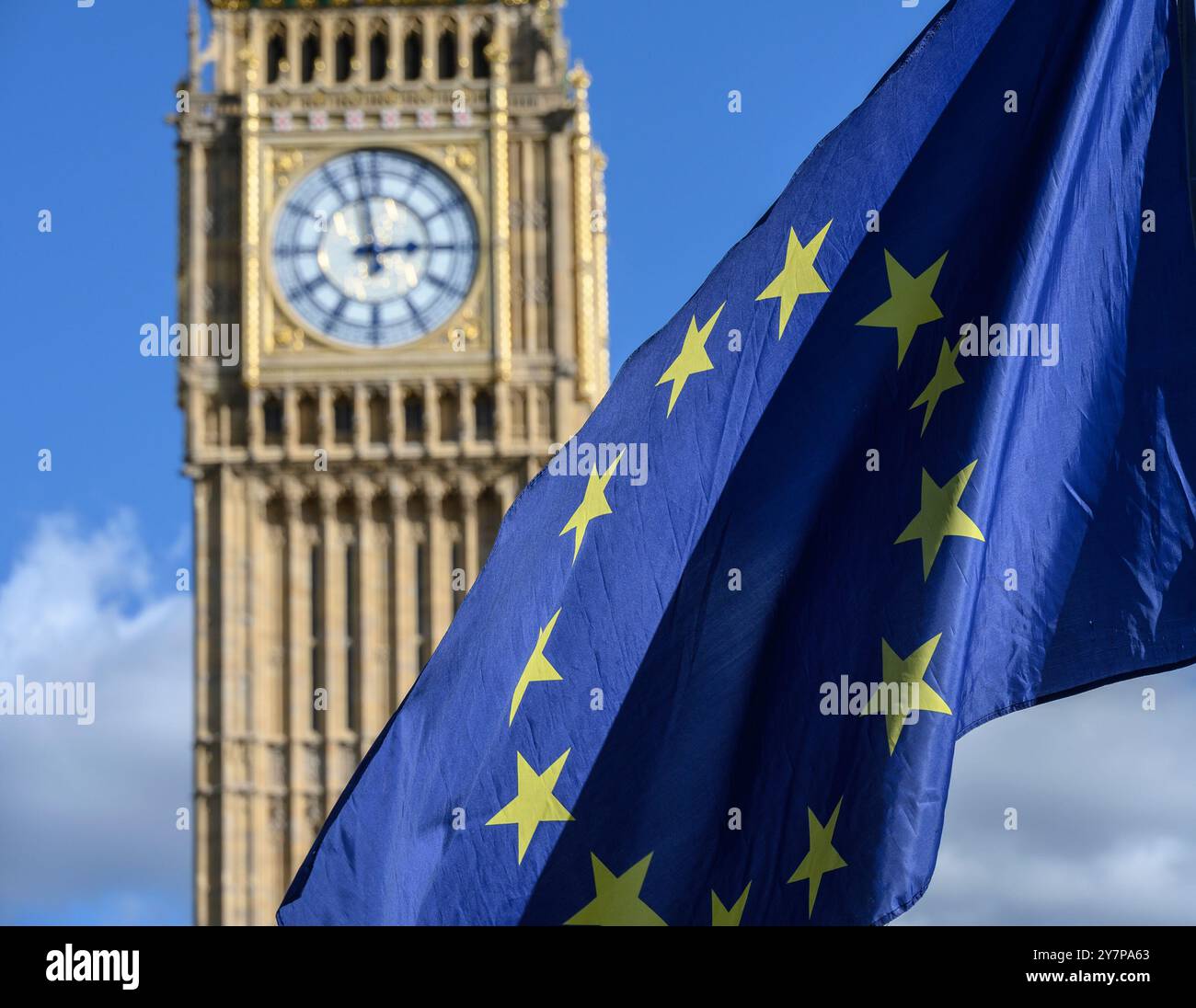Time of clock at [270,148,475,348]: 2:58
